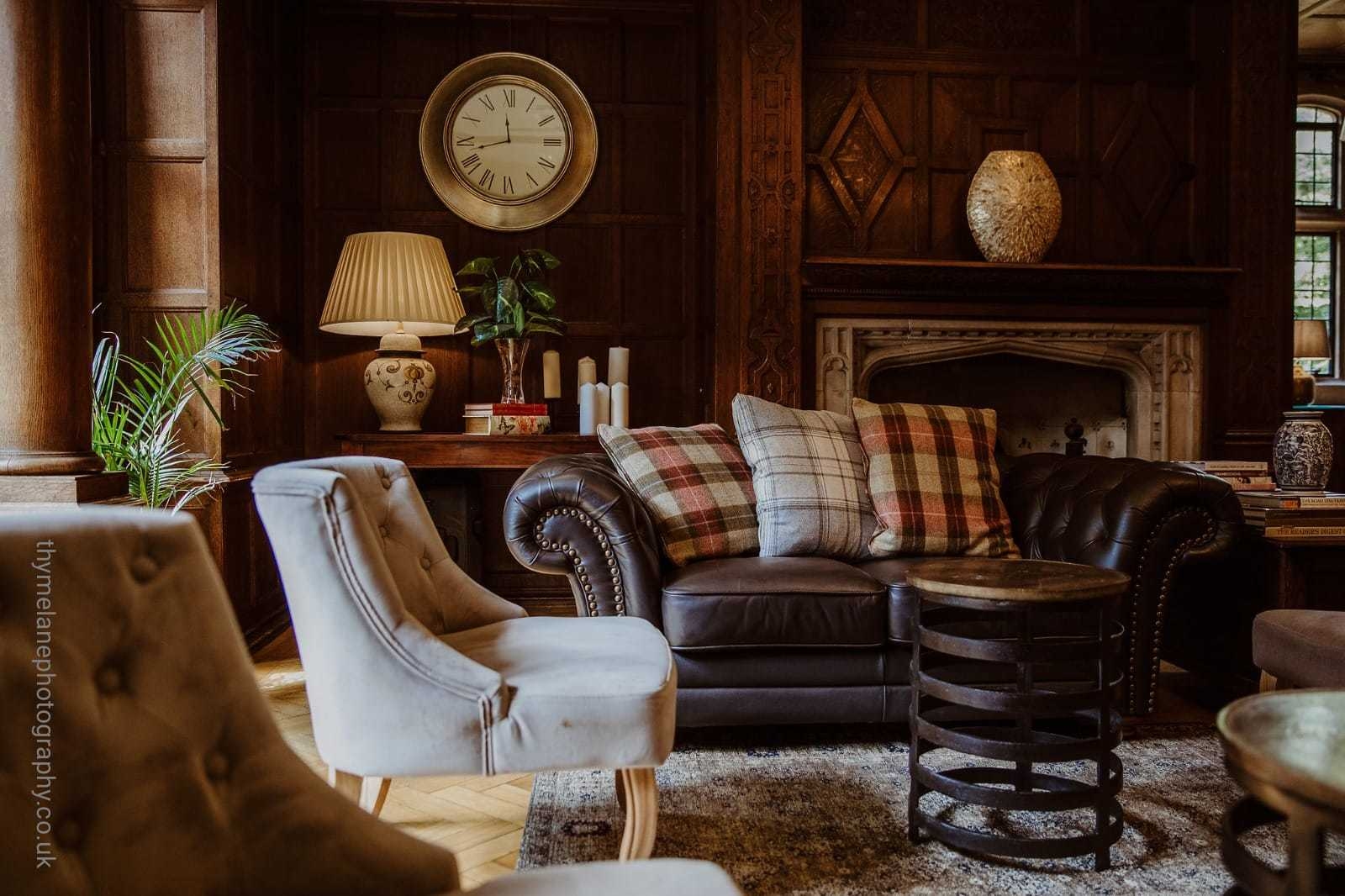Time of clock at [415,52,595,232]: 11:42
